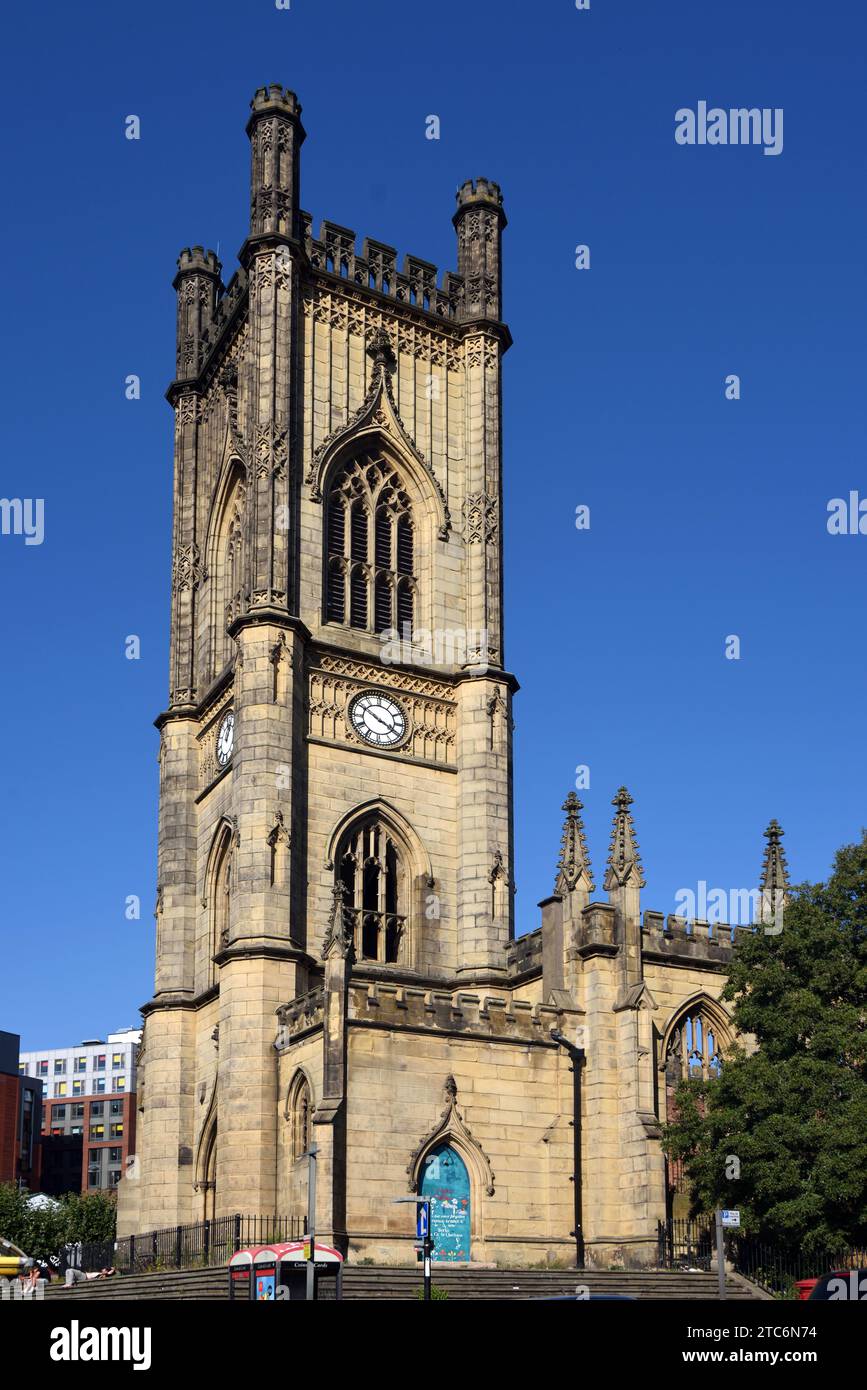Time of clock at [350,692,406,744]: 3:50
